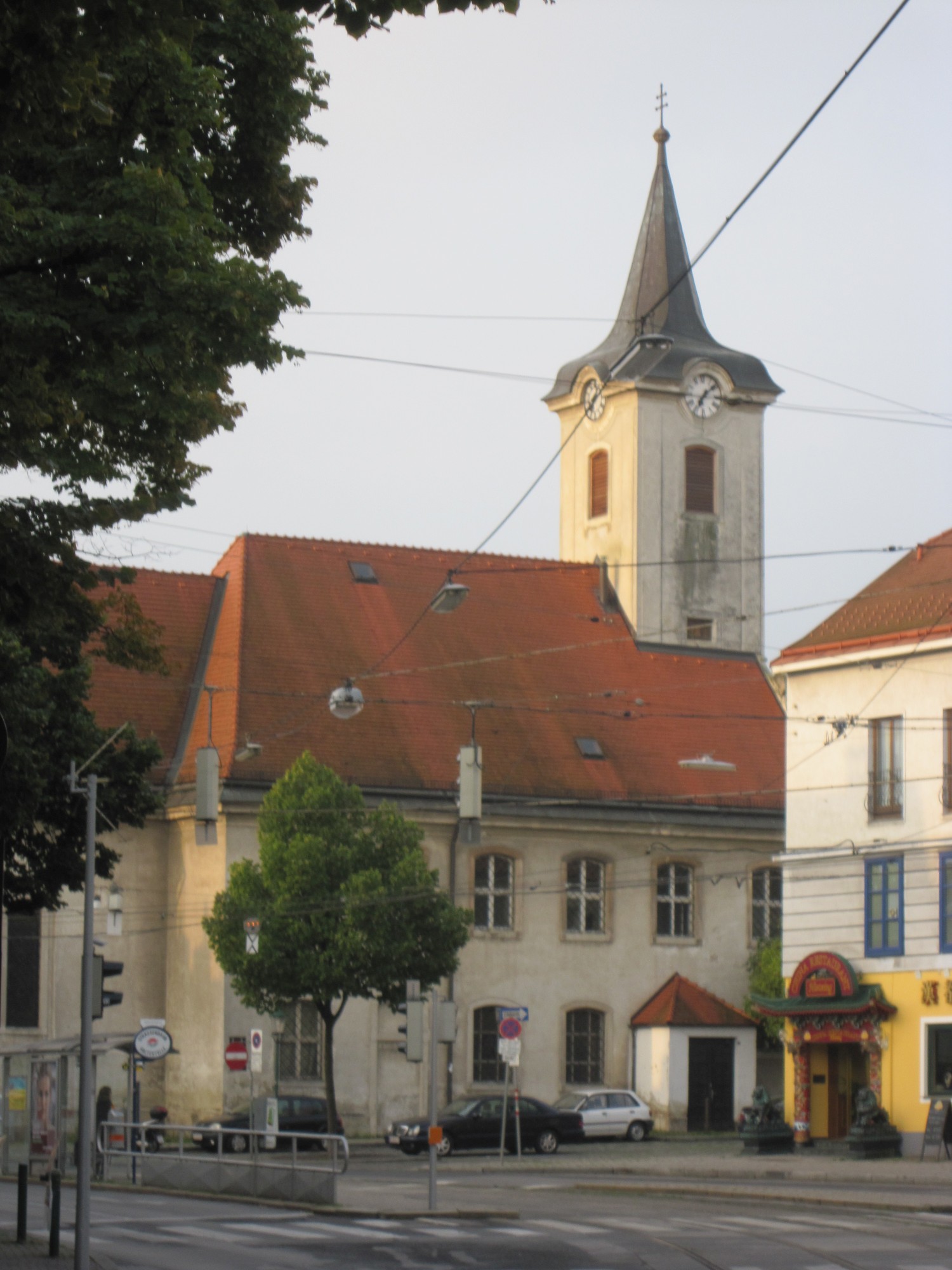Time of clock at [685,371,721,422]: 7:08
